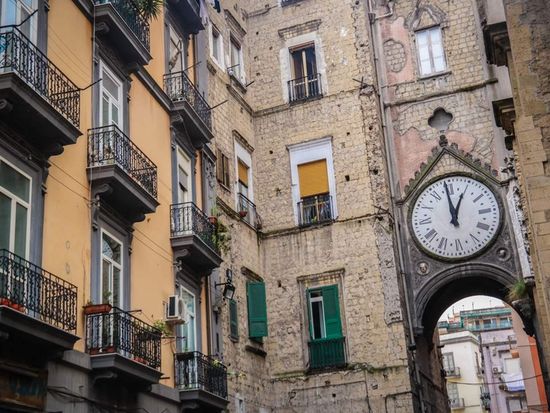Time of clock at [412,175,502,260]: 12:59
